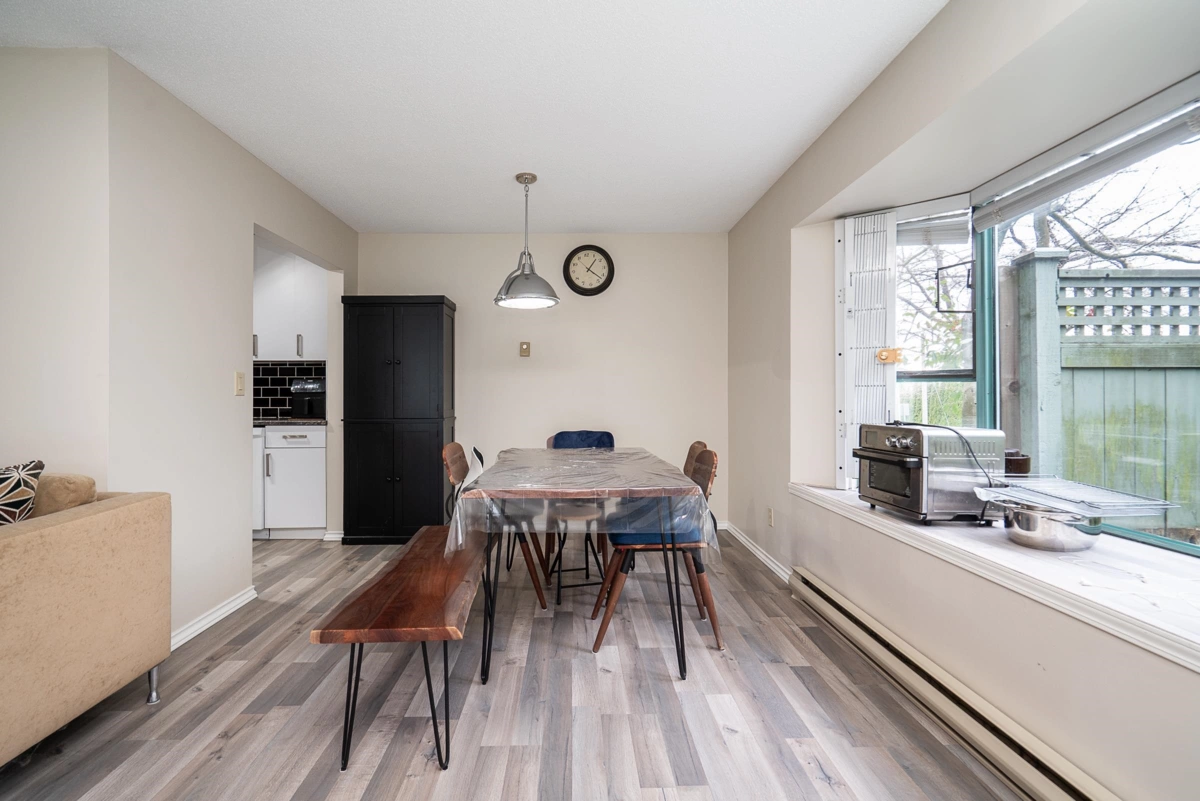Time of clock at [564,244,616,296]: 1:22
